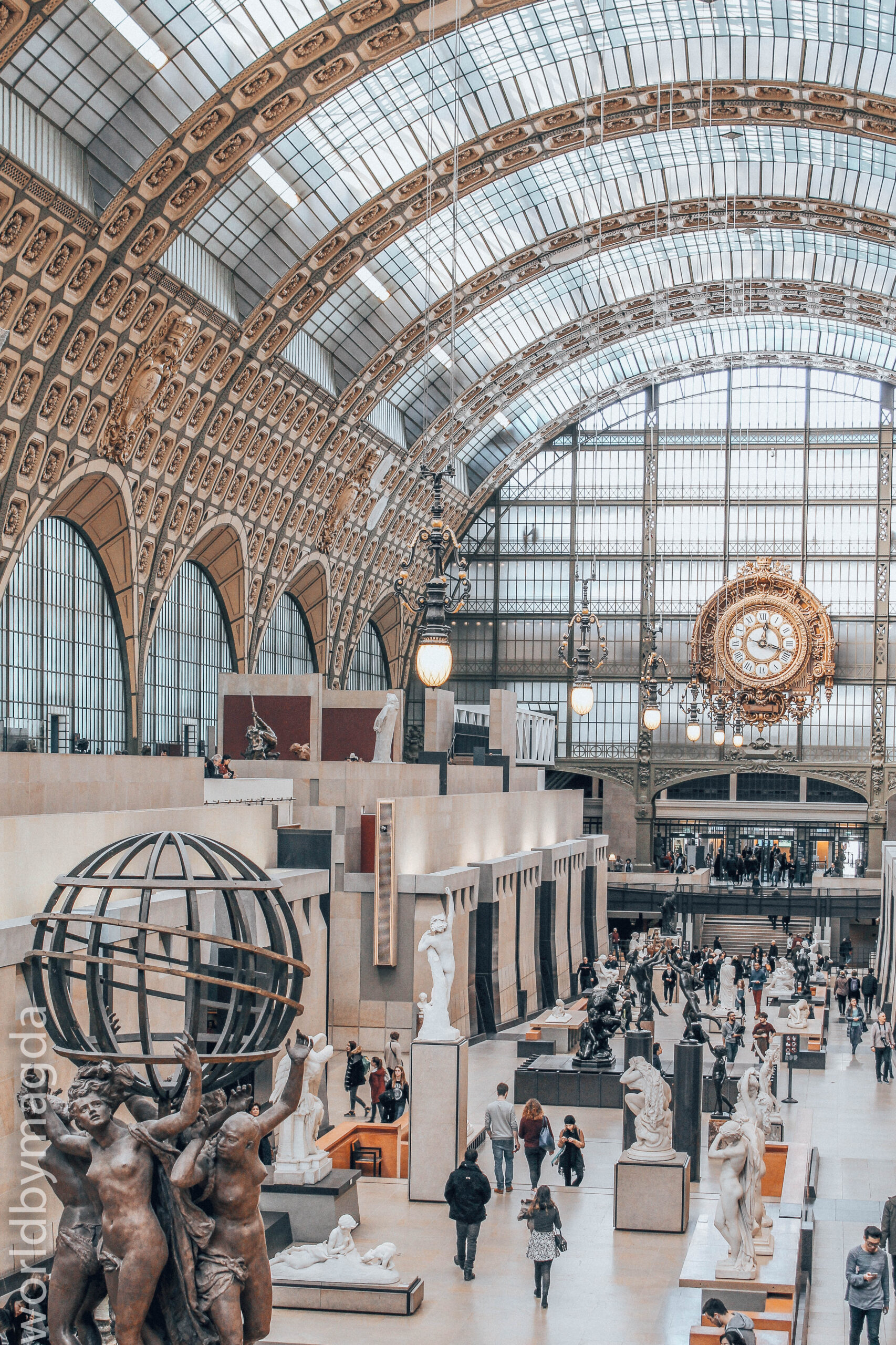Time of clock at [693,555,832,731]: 12:18
